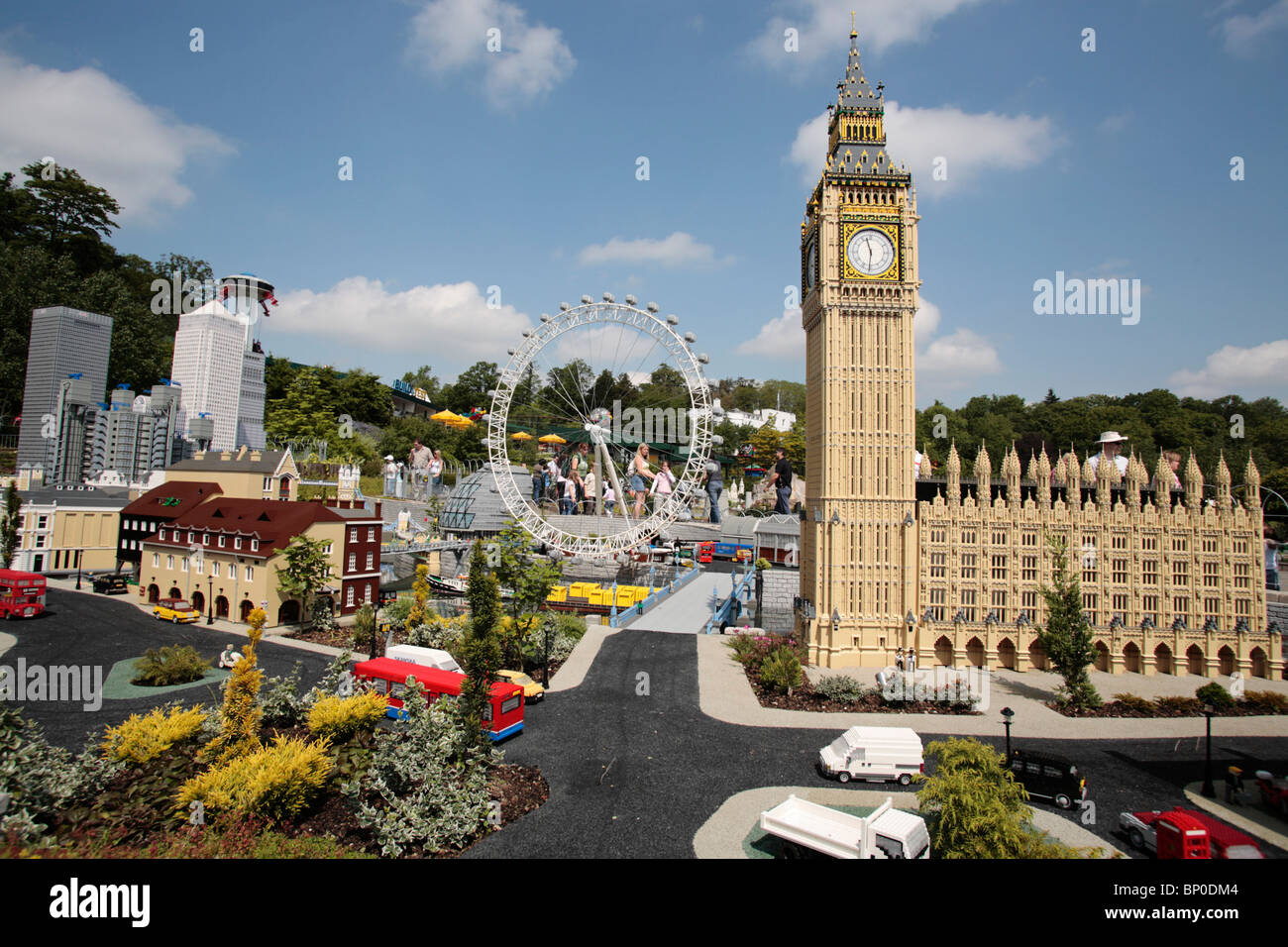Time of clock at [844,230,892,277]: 11:31
